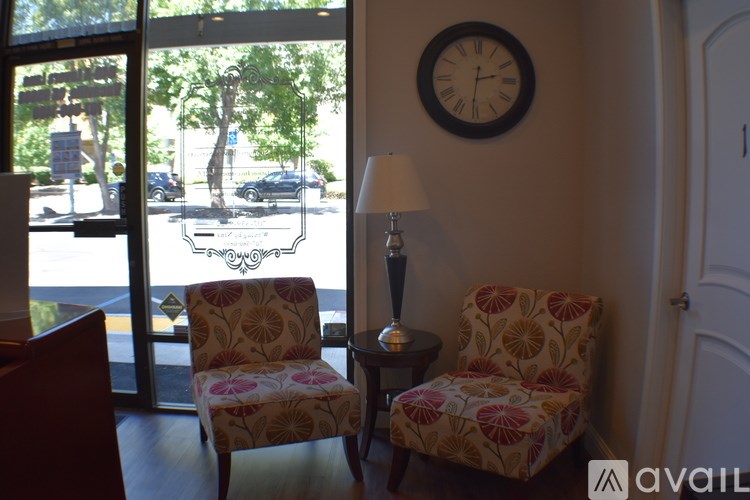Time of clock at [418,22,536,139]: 2:31
